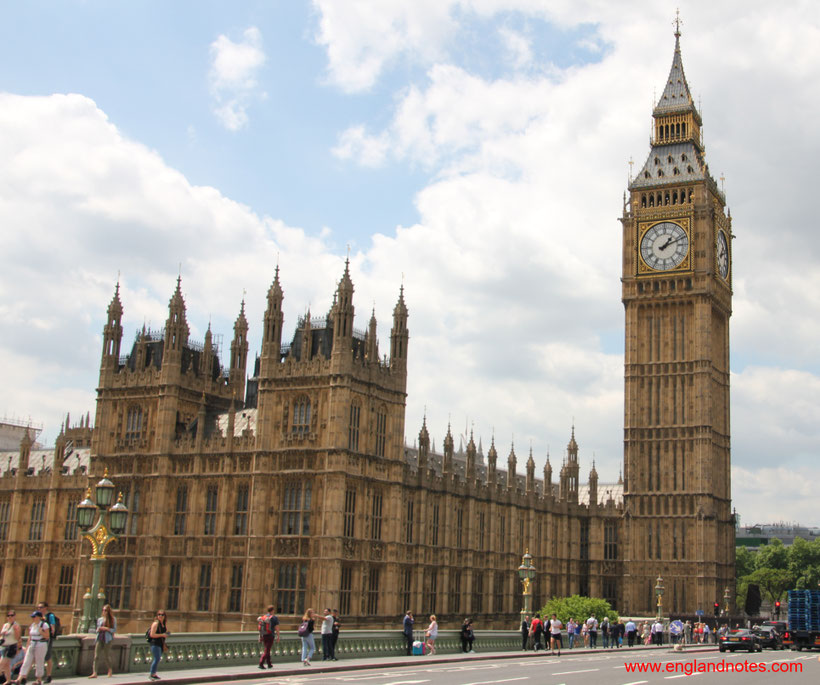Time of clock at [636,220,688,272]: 1:11
